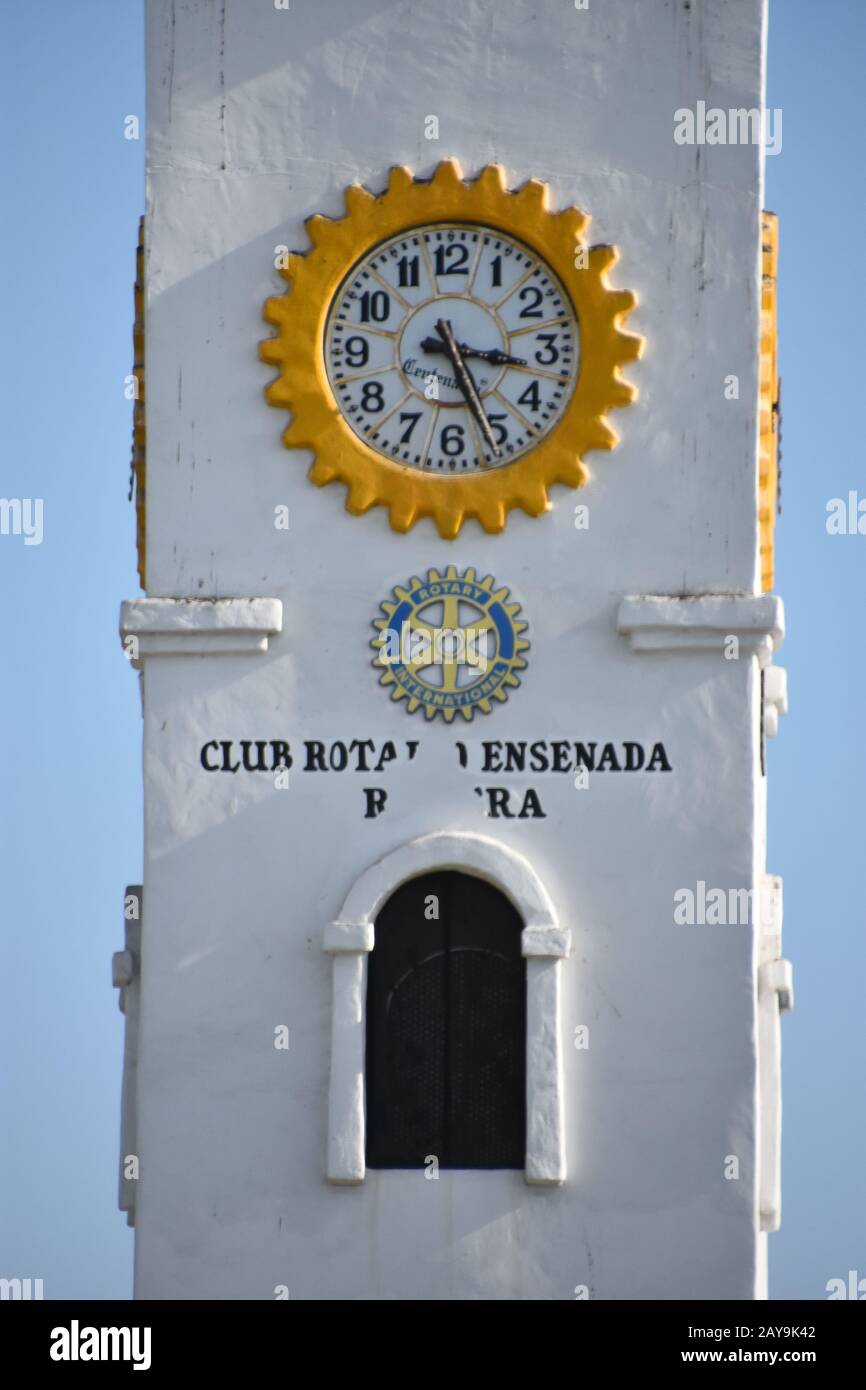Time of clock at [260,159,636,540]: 3:26
